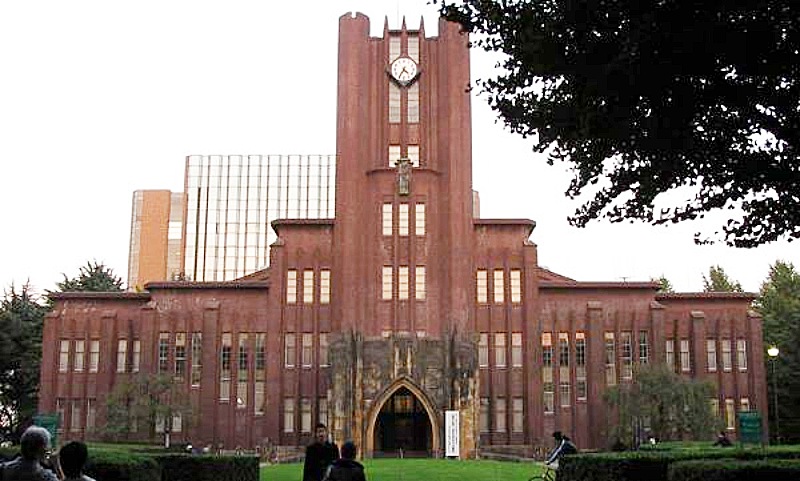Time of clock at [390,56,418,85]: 4:35
